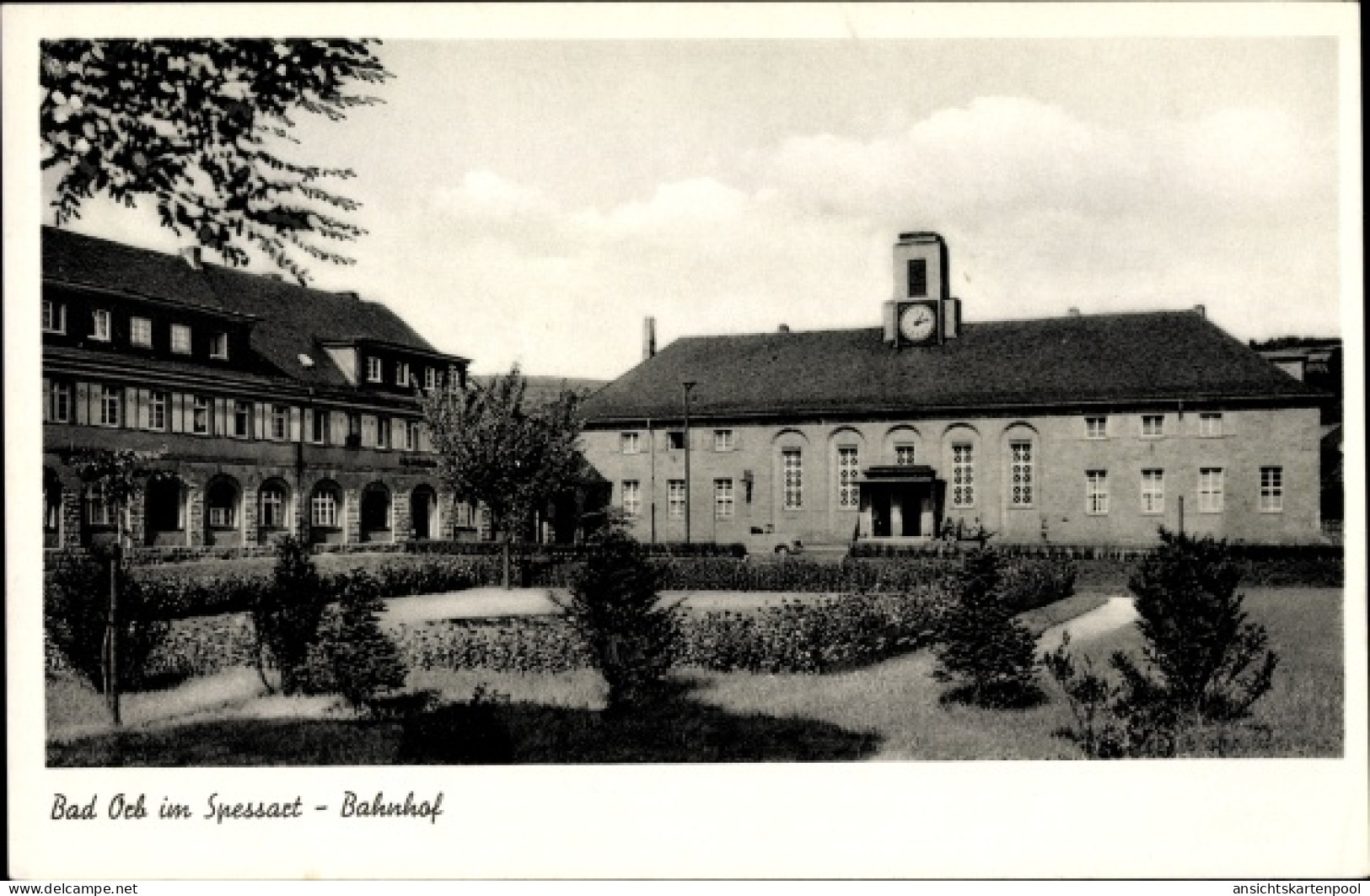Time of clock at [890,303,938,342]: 1:13
